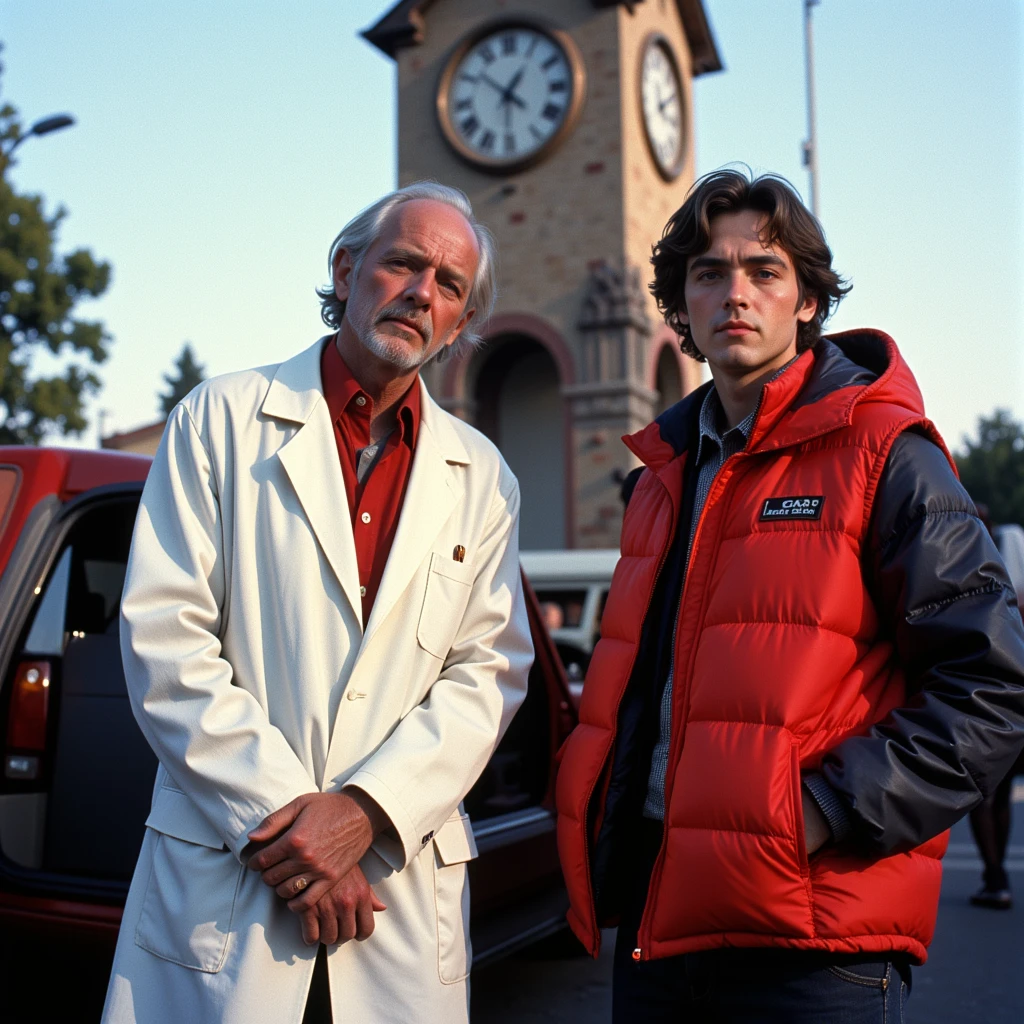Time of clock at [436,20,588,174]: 12:51
